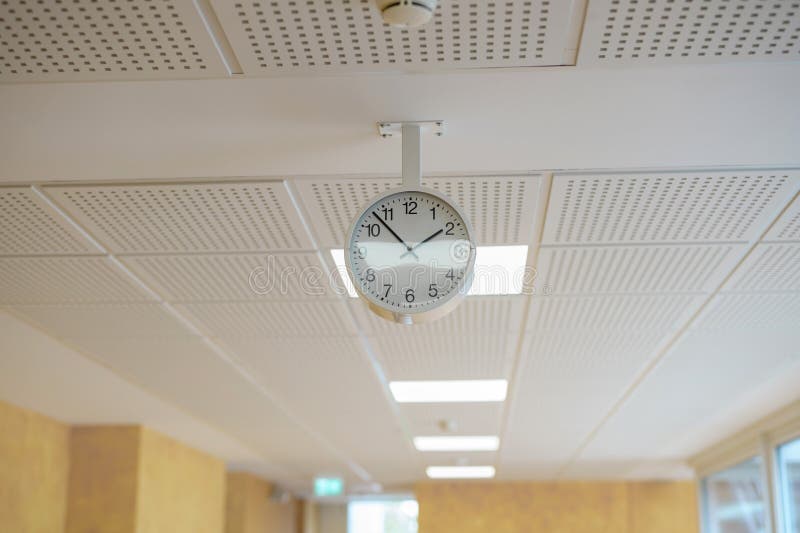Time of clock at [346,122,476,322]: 1:53
